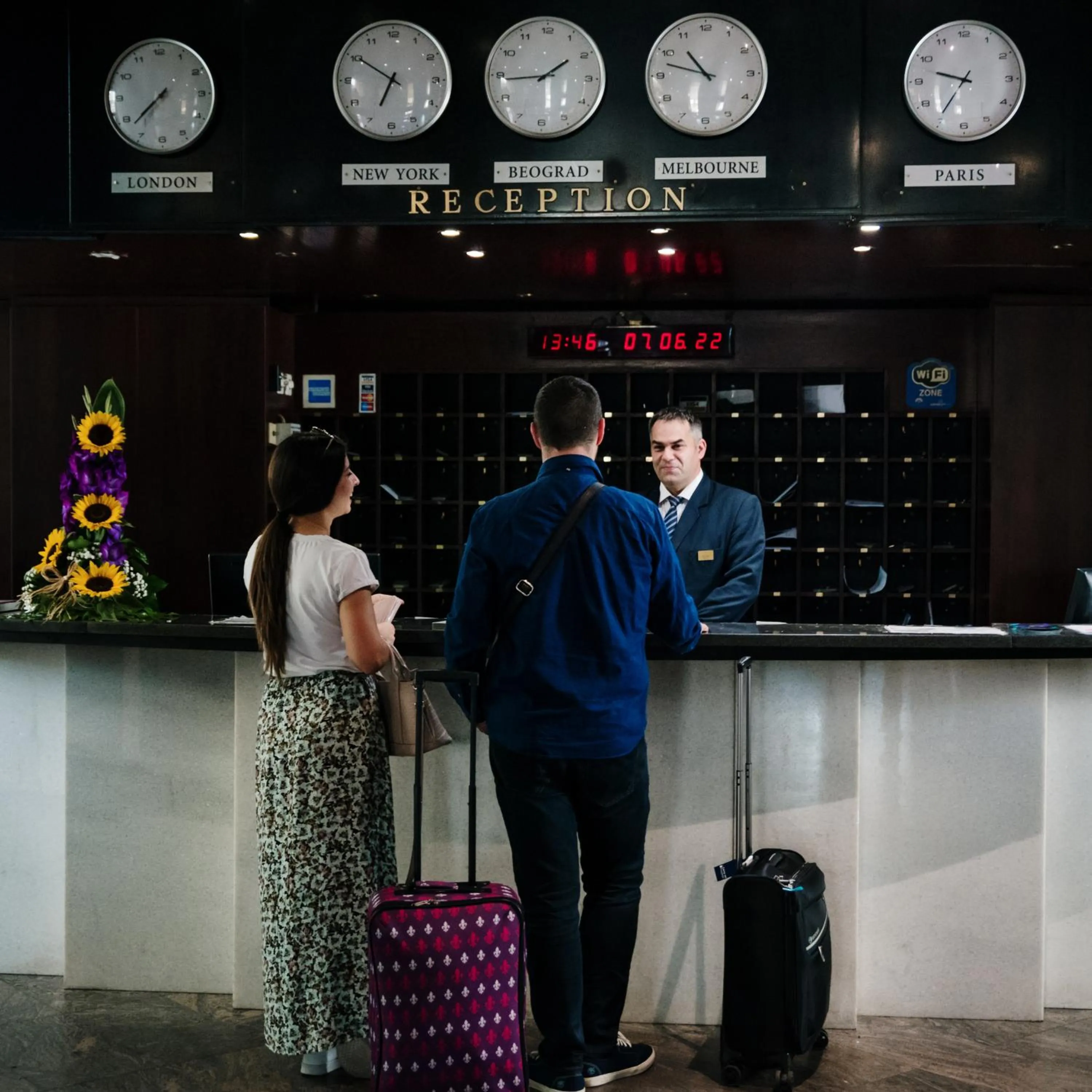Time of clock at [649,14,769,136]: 10:47
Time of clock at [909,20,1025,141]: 9:35
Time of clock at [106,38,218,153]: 7:37
